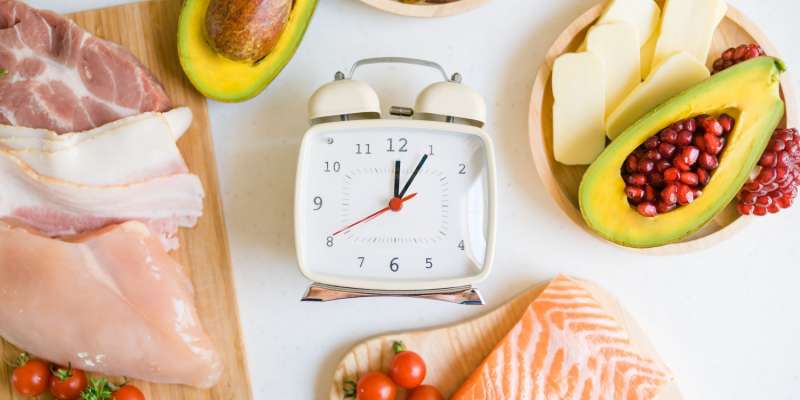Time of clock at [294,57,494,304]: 12:05
